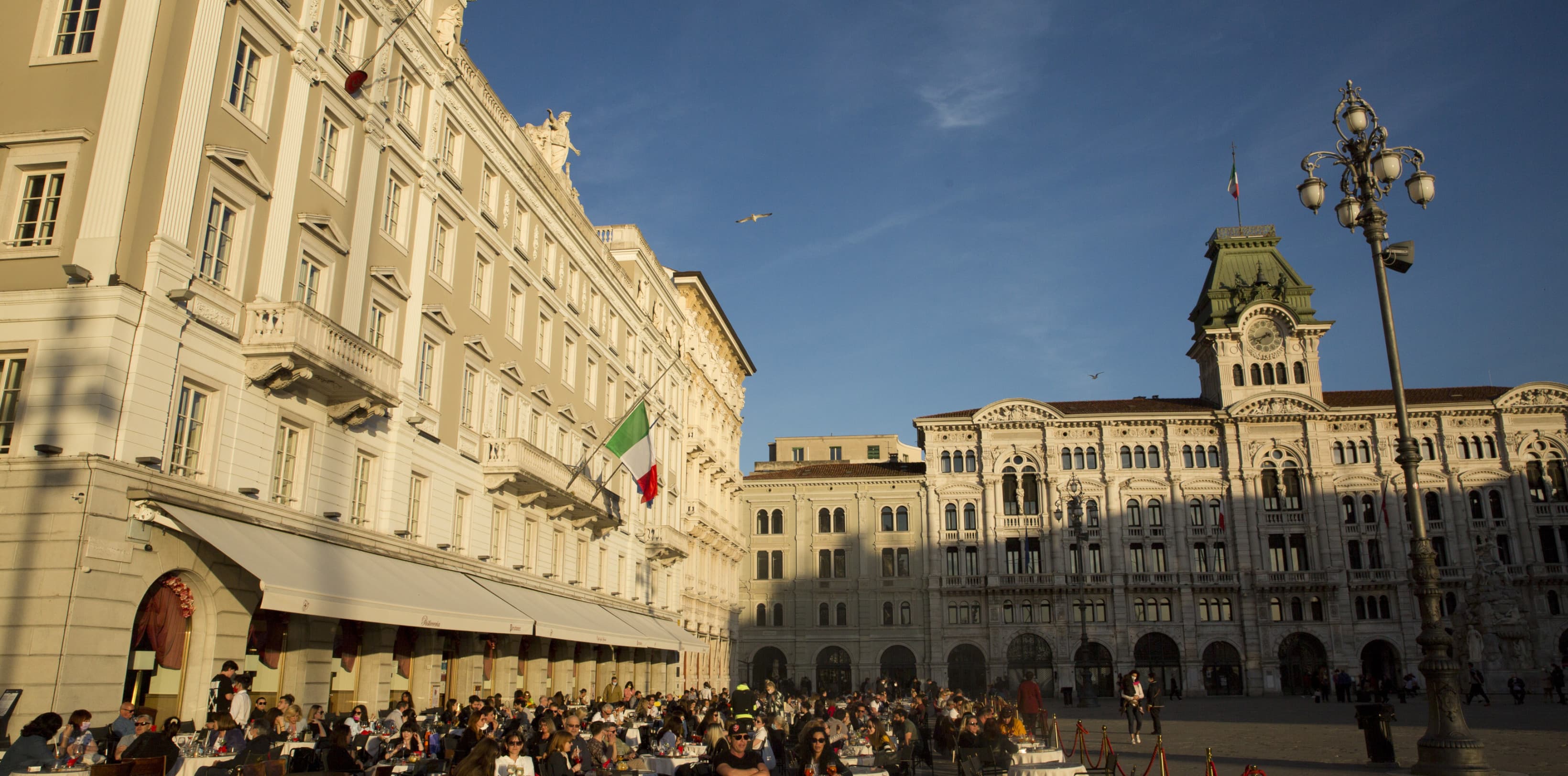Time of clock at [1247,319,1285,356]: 7:41
